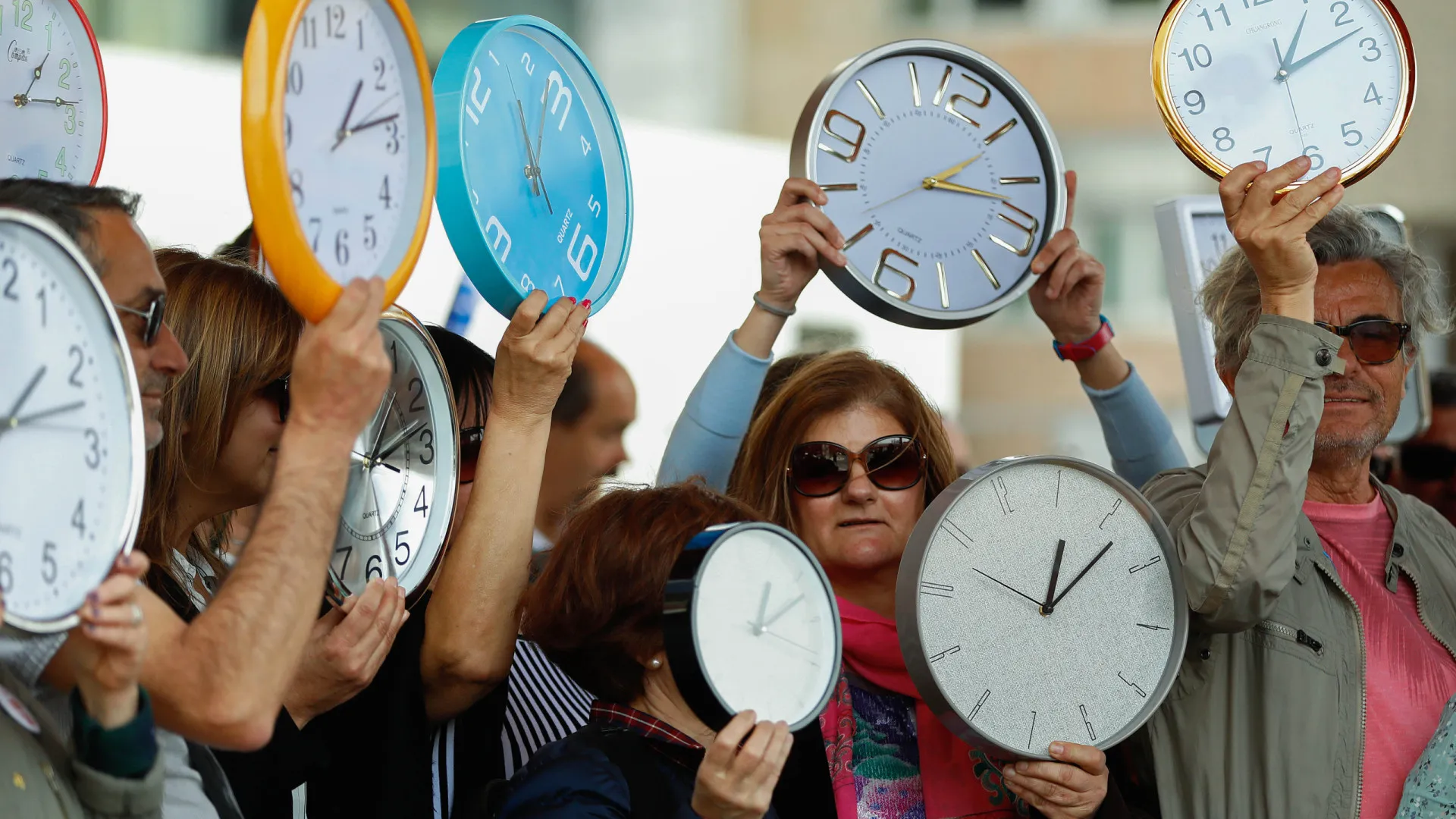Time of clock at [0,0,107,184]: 1:13
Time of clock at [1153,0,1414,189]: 1:12
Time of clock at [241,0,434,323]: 1:13
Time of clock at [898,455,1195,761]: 12:06
